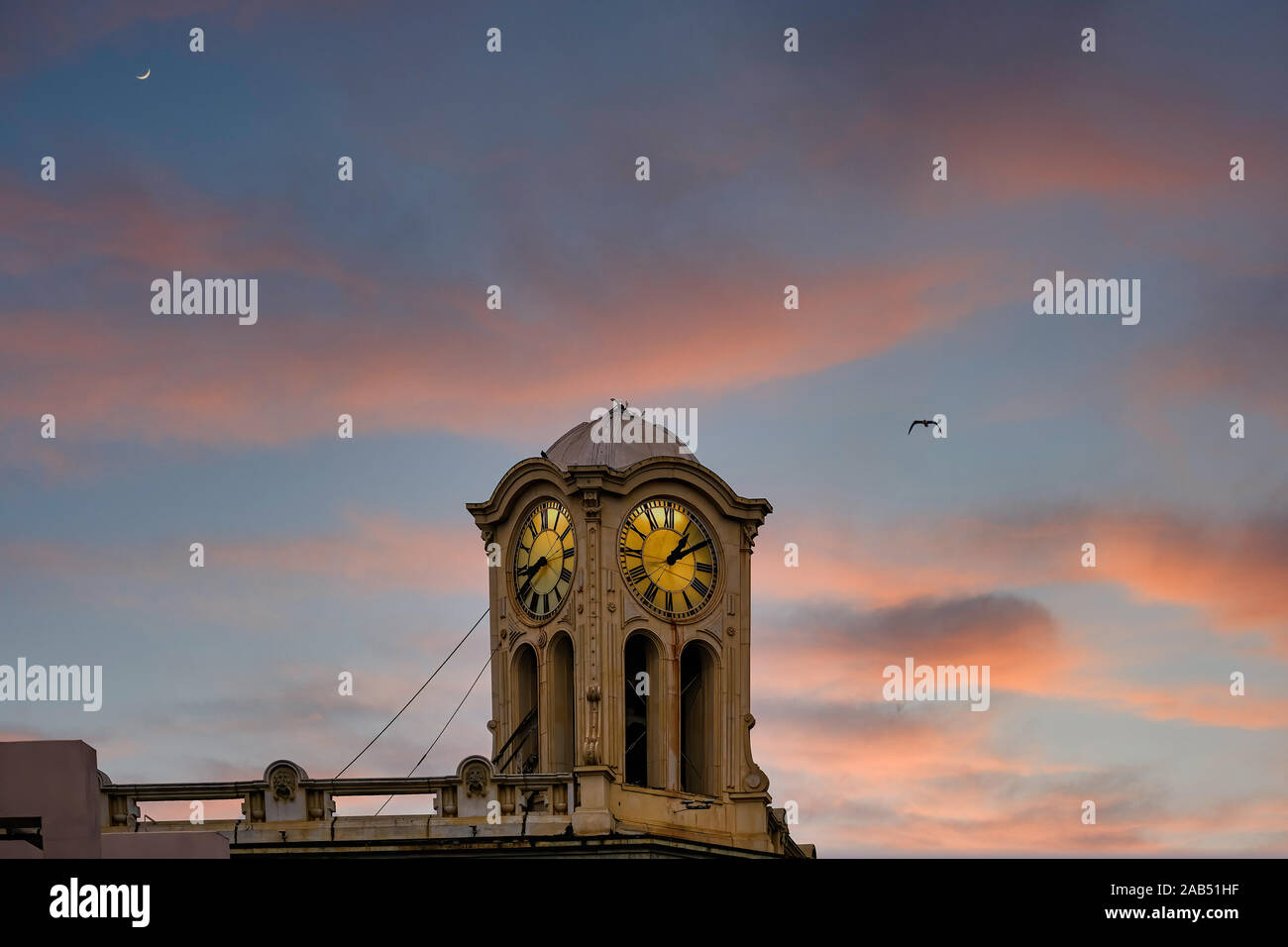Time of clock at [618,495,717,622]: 1:09
